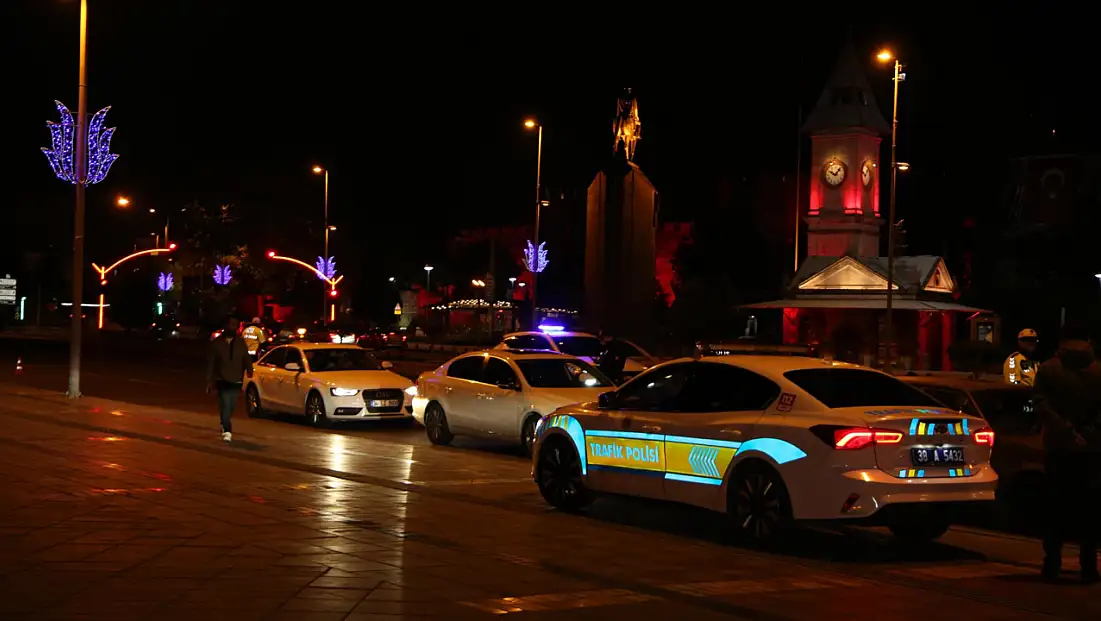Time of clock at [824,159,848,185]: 10:07
